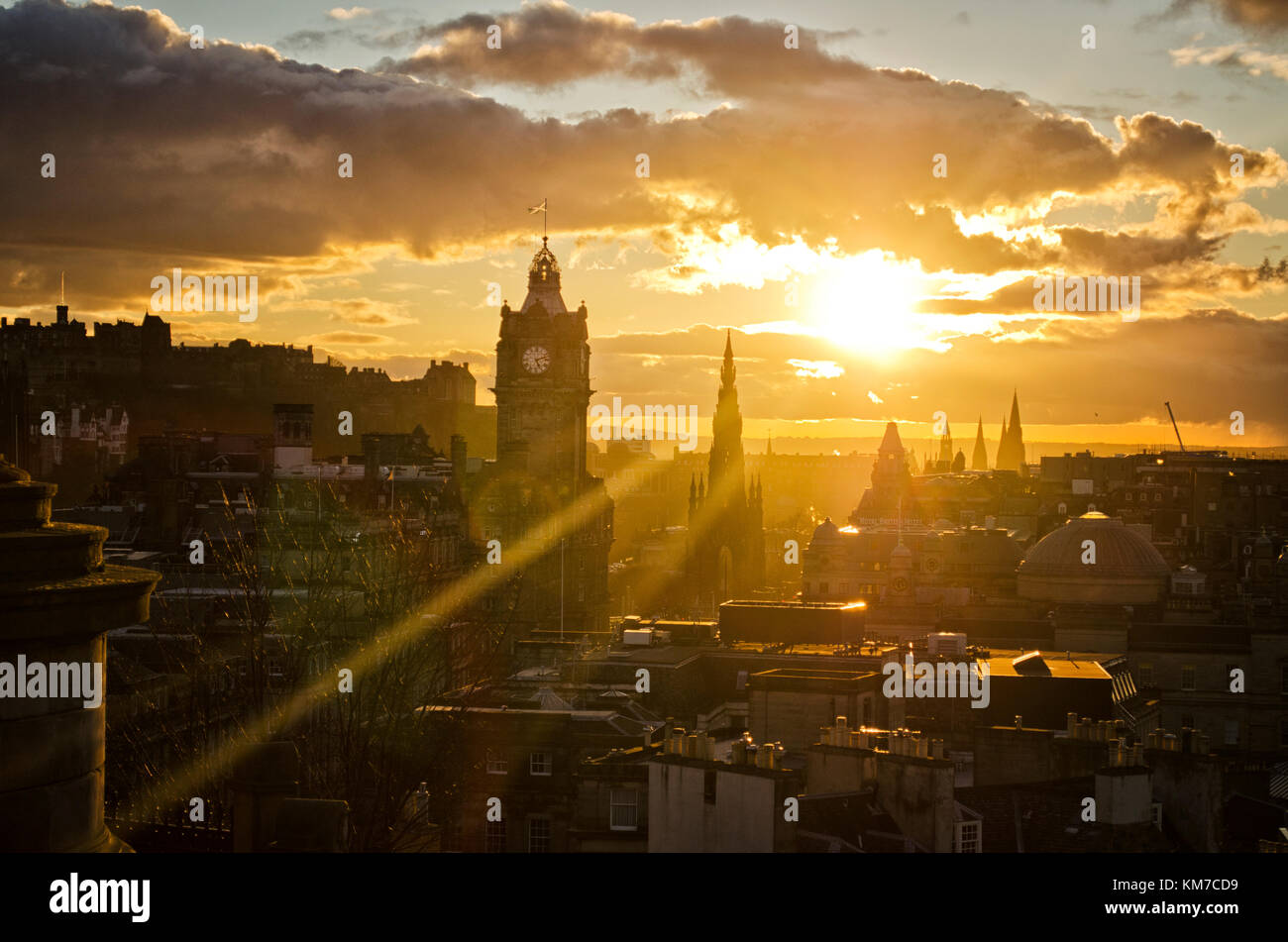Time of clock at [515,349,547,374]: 5:12
